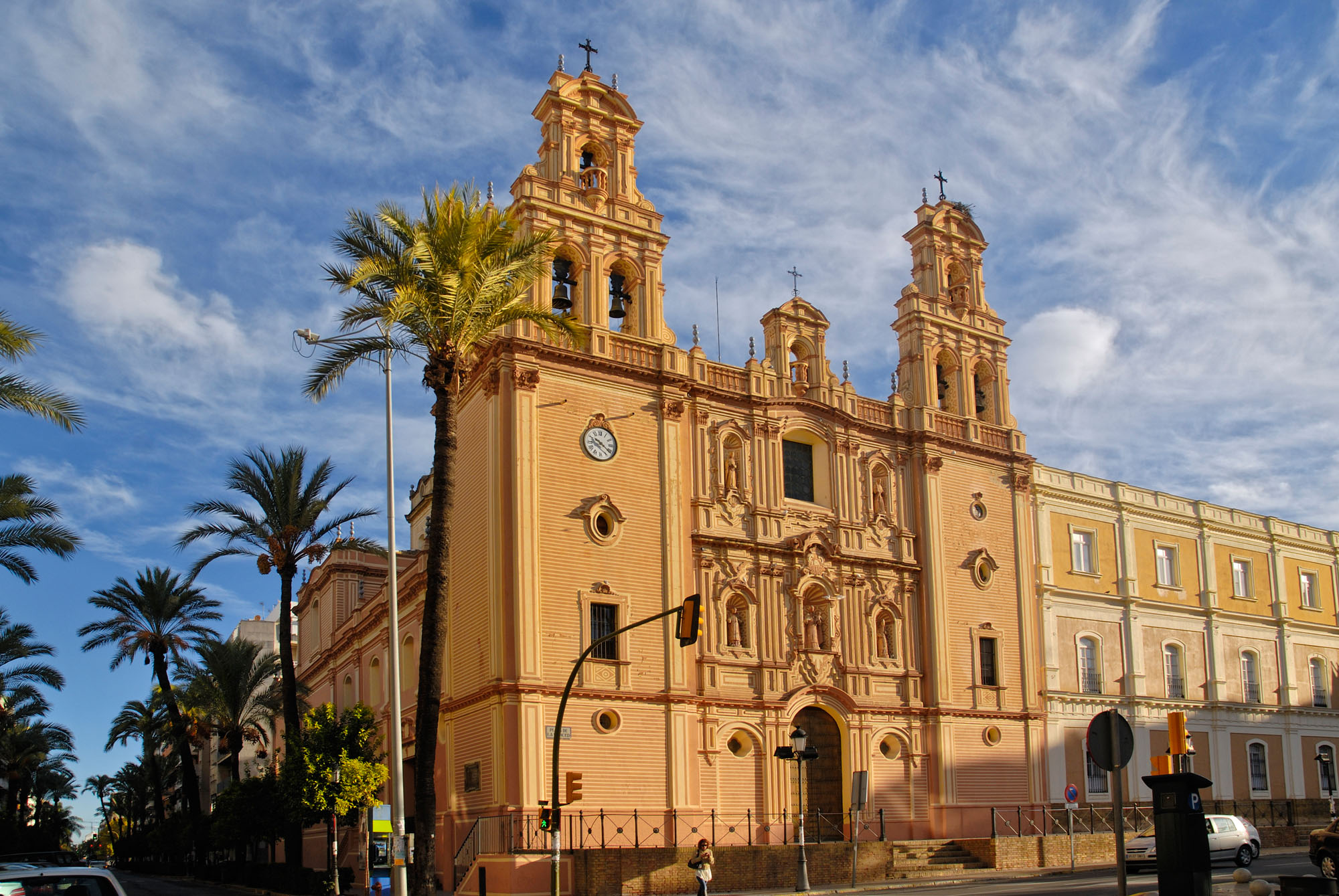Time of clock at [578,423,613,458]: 10:21
